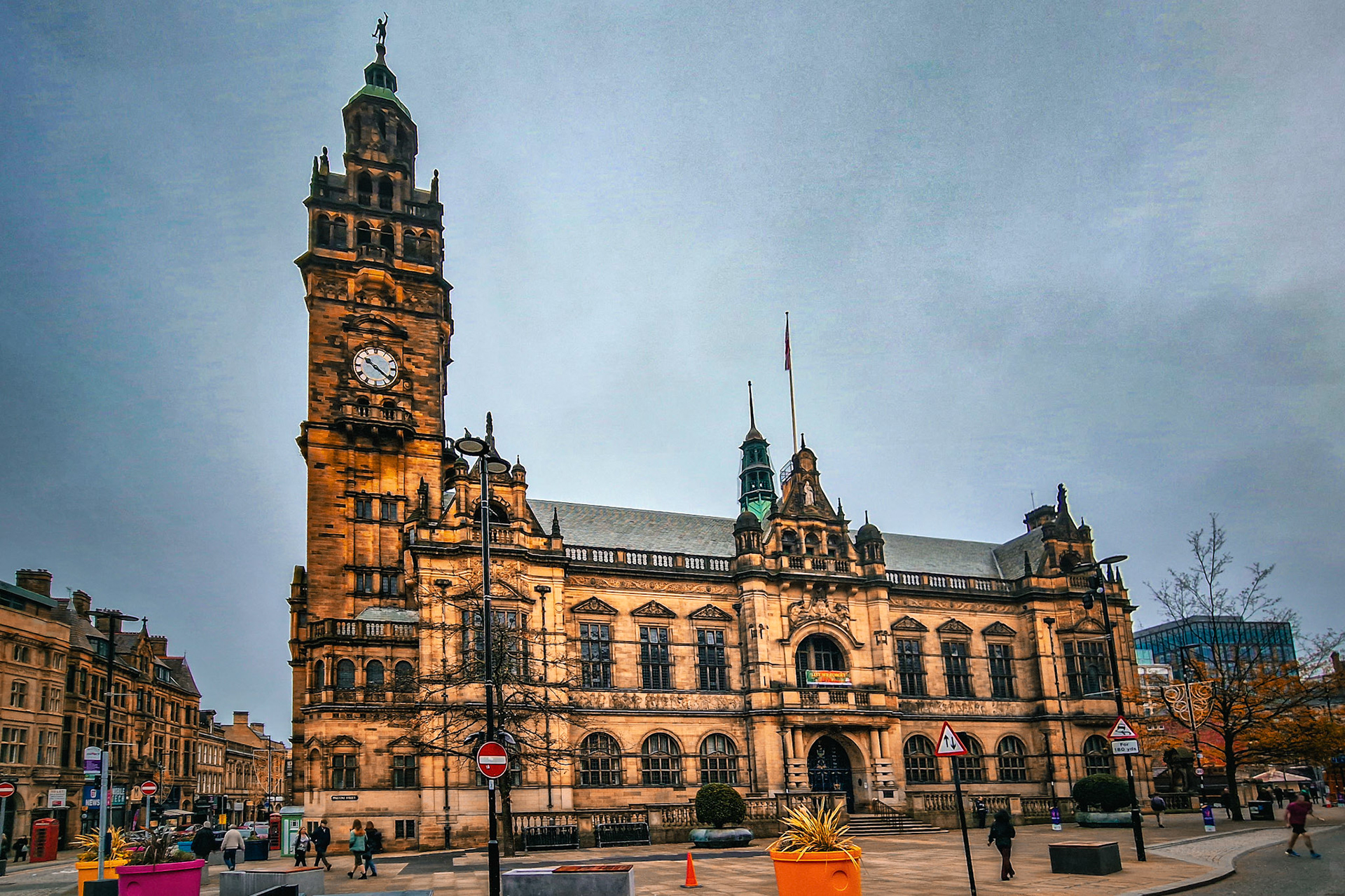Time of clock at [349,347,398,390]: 10:21
